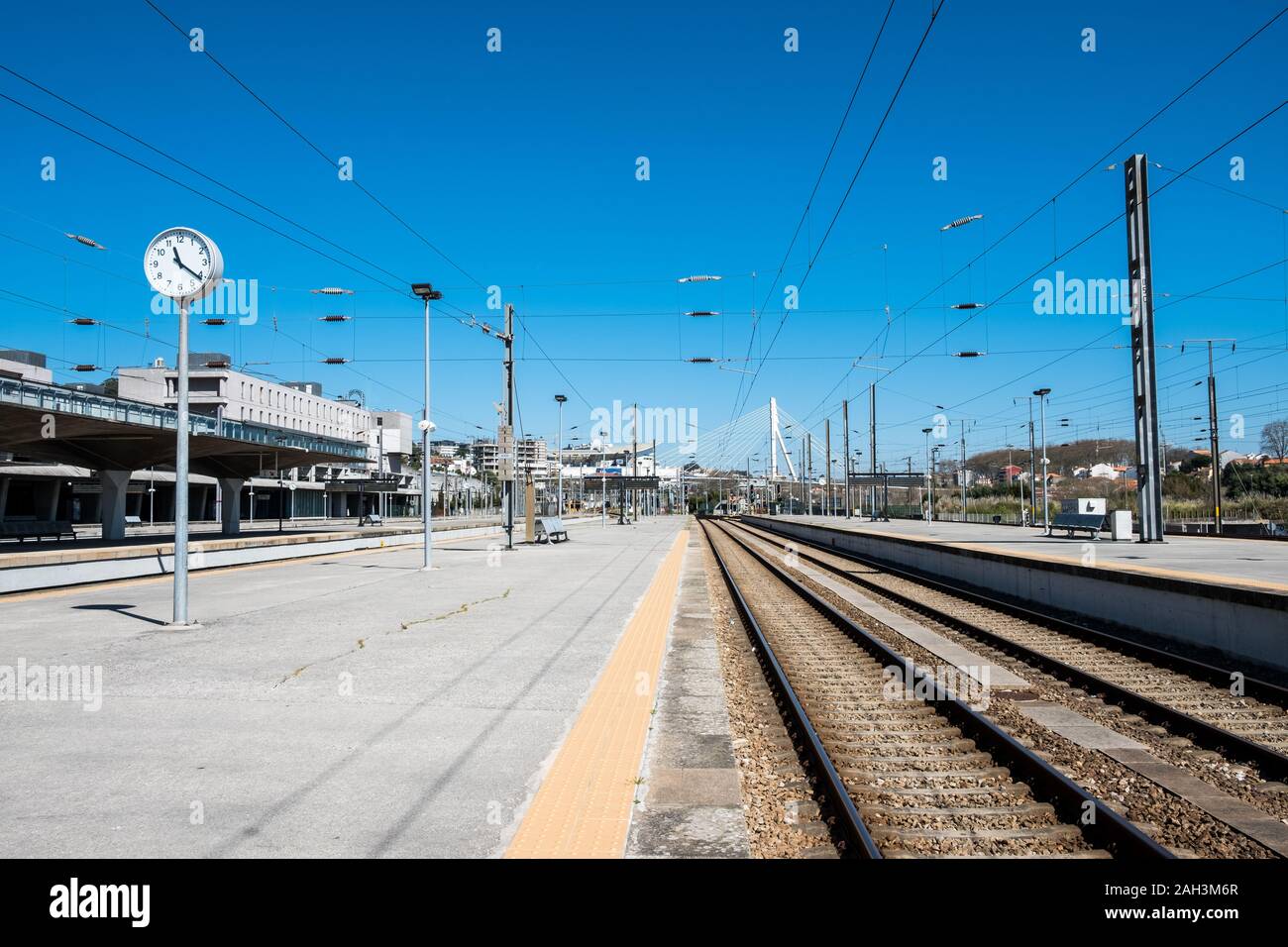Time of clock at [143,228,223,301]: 11:21
